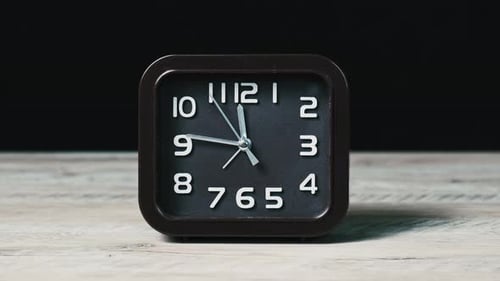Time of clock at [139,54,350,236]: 11:46
